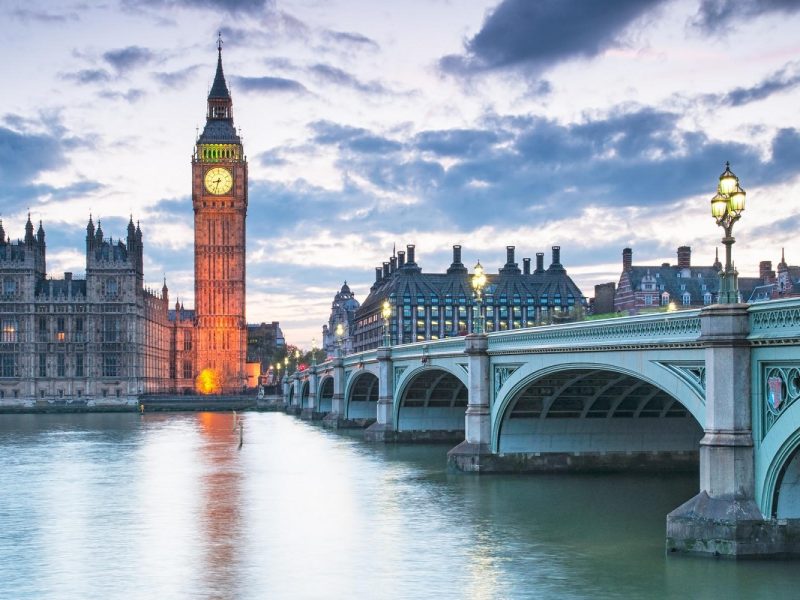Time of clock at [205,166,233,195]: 8:32
